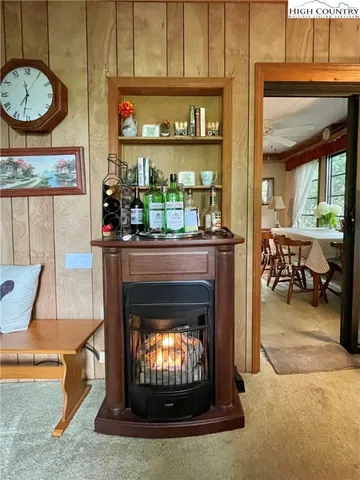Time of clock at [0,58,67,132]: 11:31
